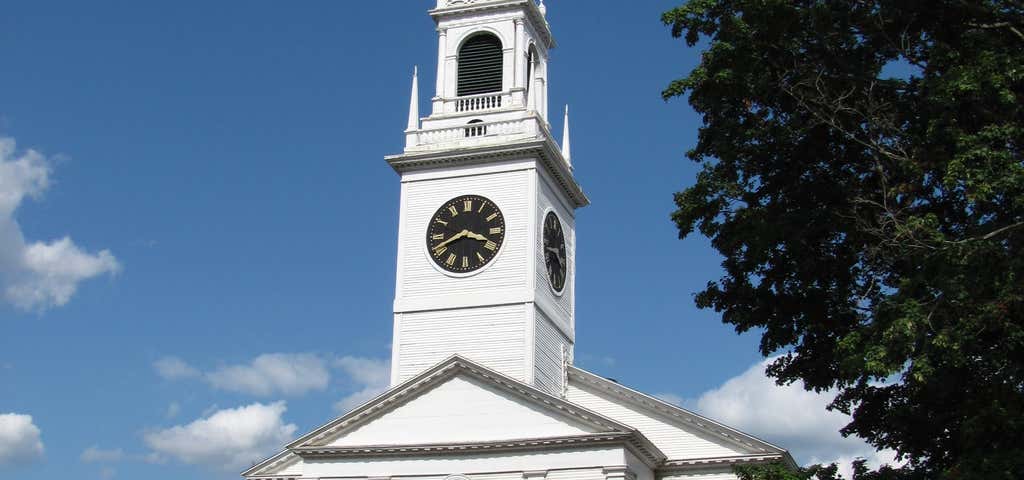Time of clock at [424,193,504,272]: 3:41
